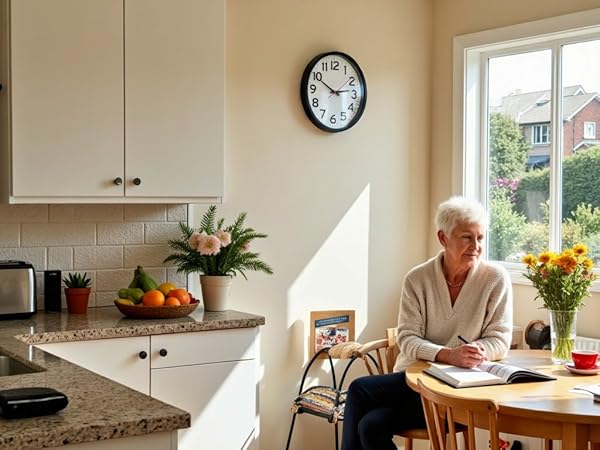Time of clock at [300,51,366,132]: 2:49
